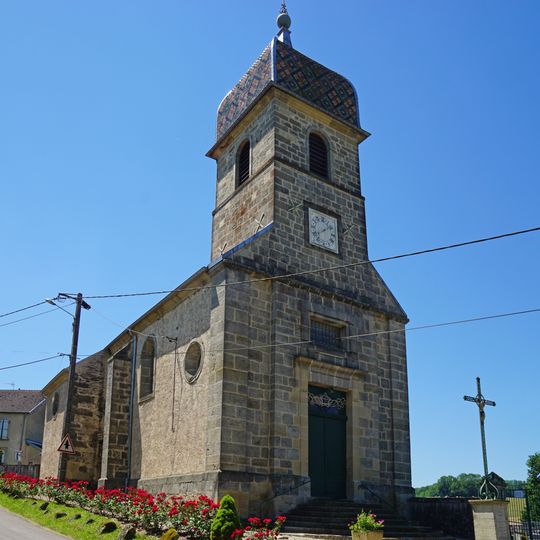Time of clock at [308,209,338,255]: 1:39
